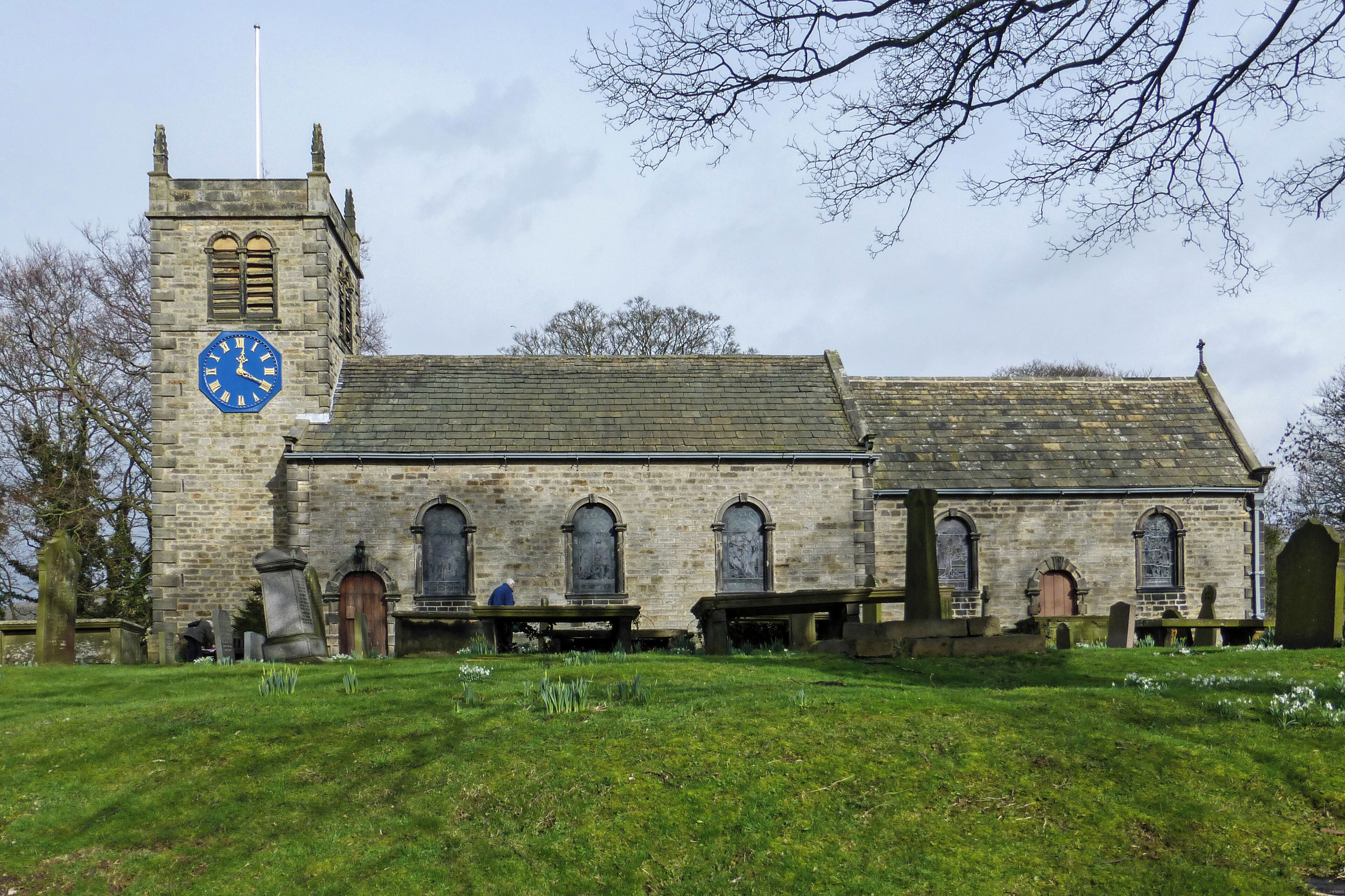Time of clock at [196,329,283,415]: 12:19
